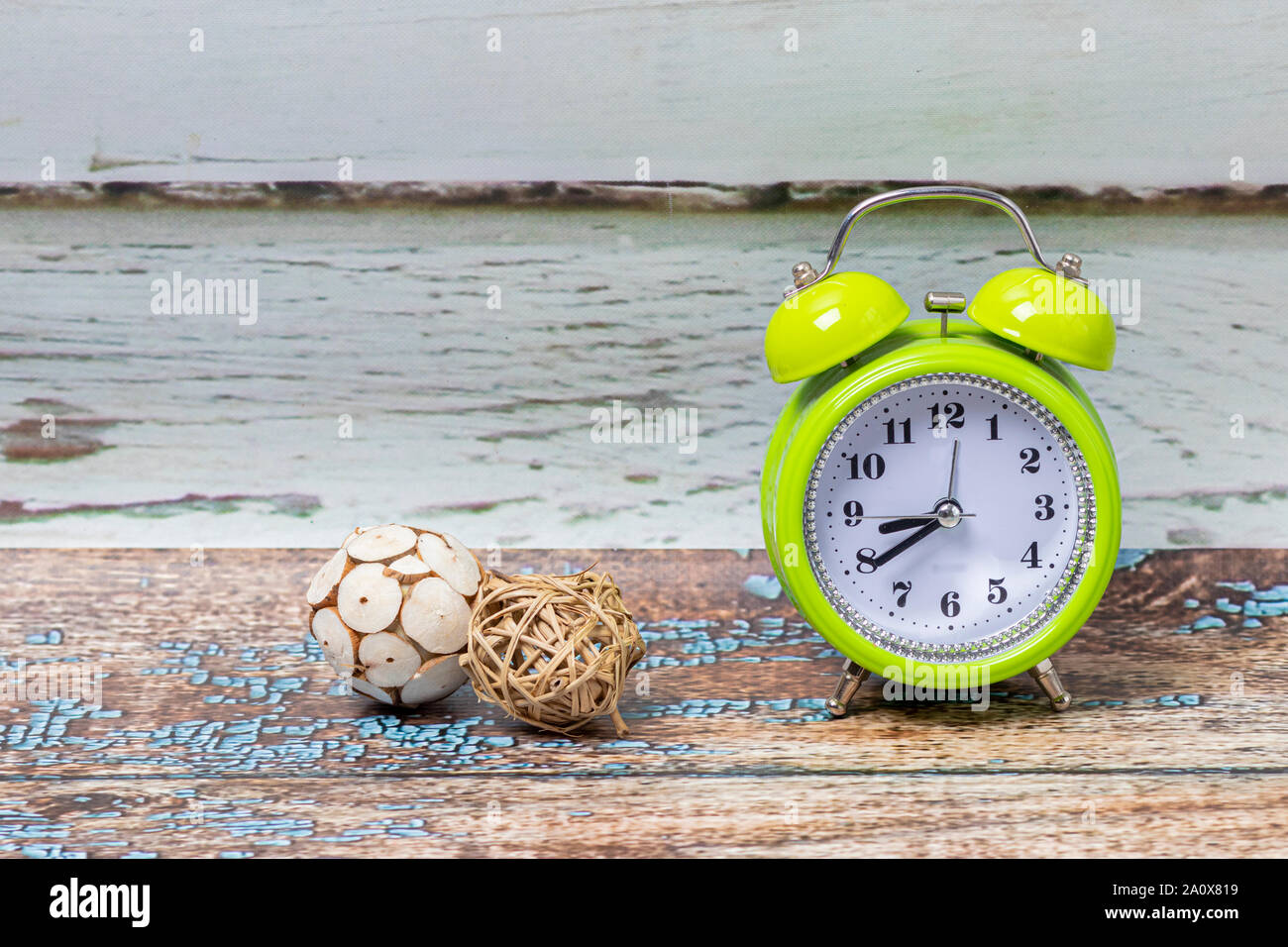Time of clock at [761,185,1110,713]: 8:39
